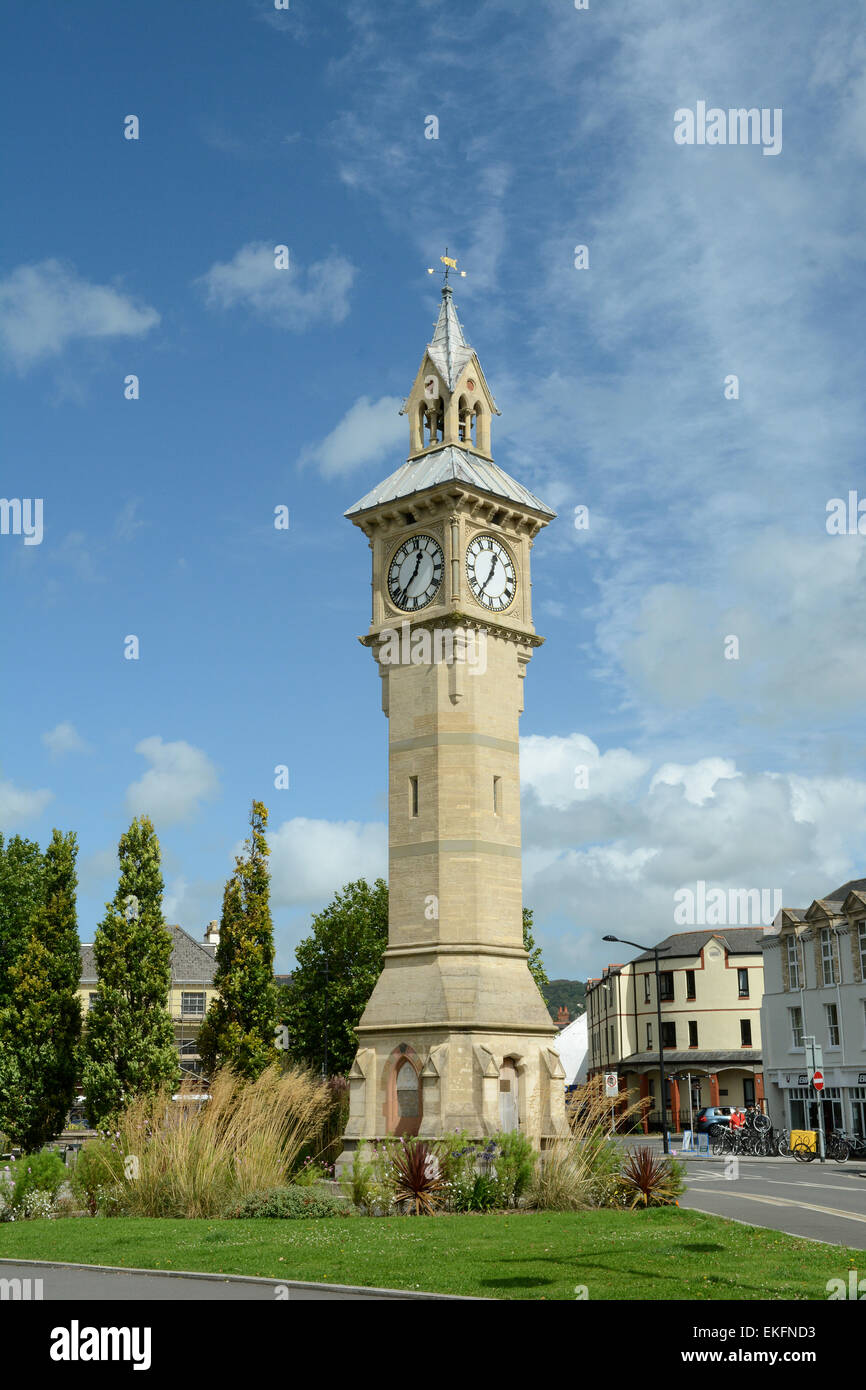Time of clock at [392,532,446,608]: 12:37
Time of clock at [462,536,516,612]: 12:36
